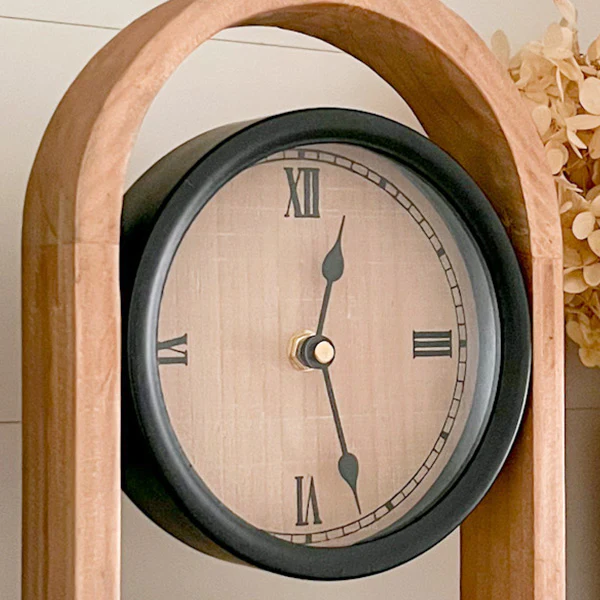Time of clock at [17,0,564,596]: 12:26
